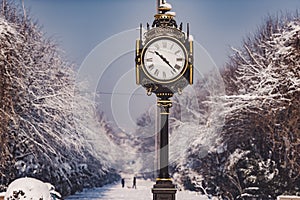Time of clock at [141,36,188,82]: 10:22
